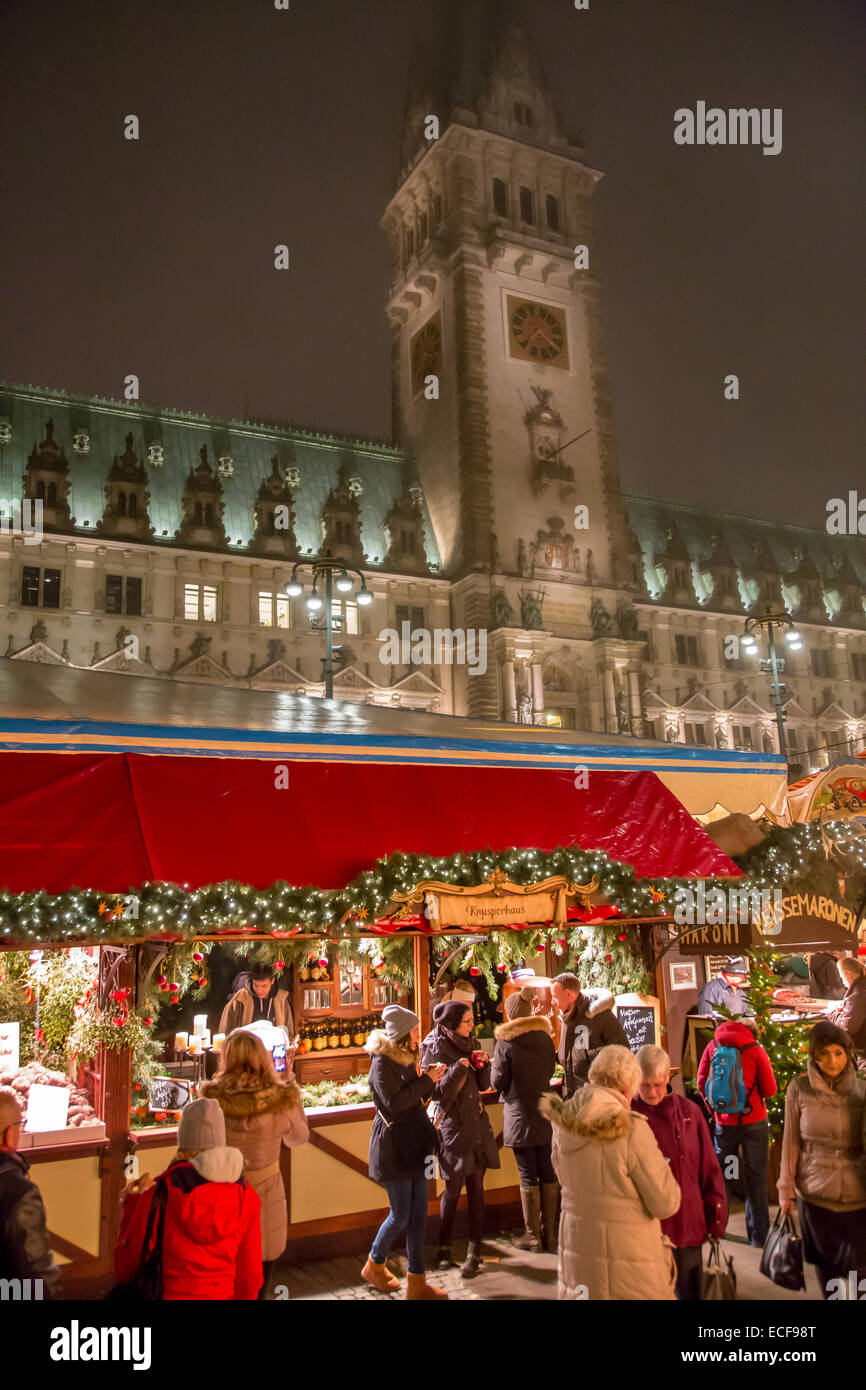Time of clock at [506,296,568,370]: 7:20
